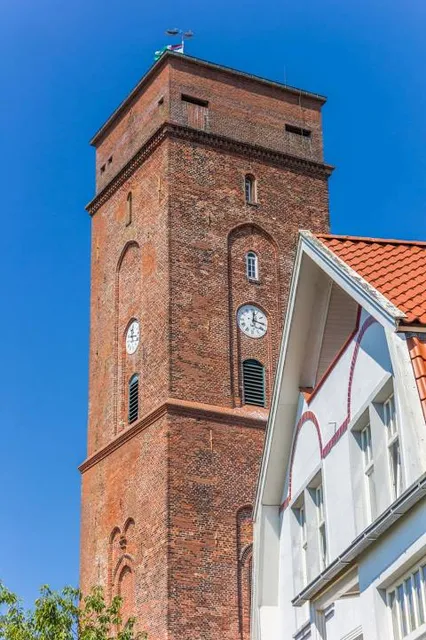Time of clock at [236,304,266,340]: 12:16
